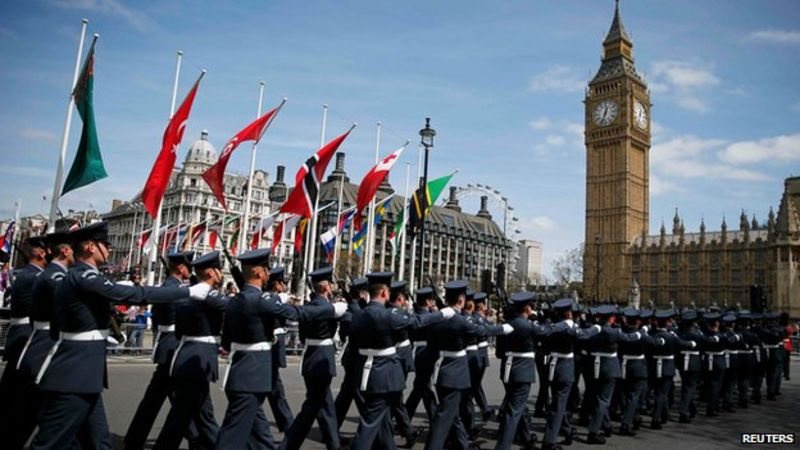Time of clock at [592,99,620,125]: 12:33
